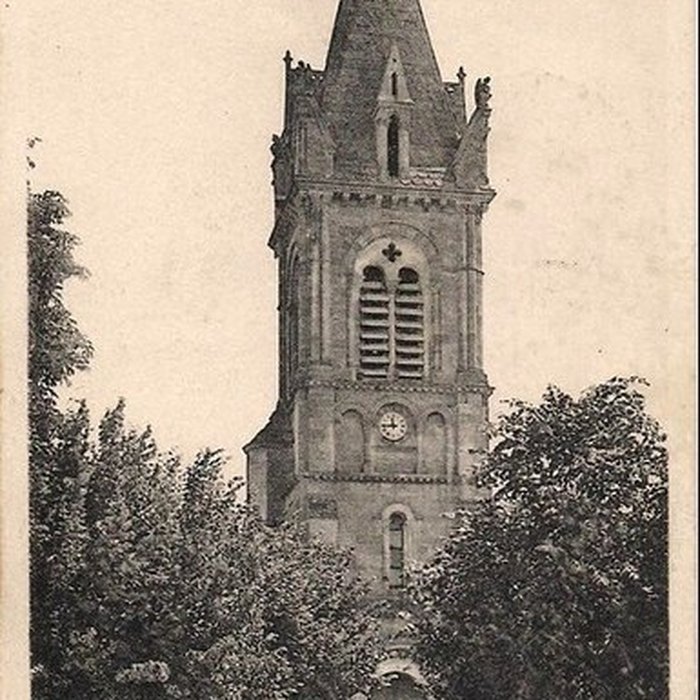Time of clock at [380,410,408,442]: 11:43
